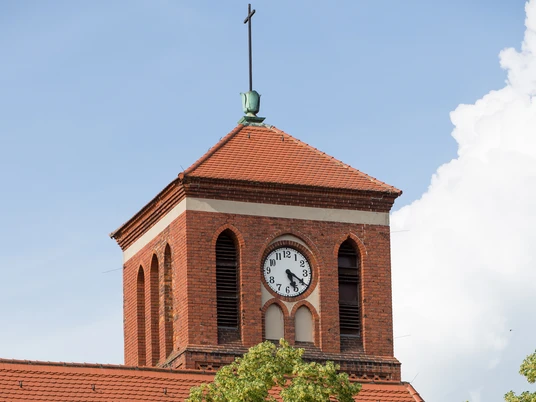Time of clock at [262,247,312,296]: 5:20
